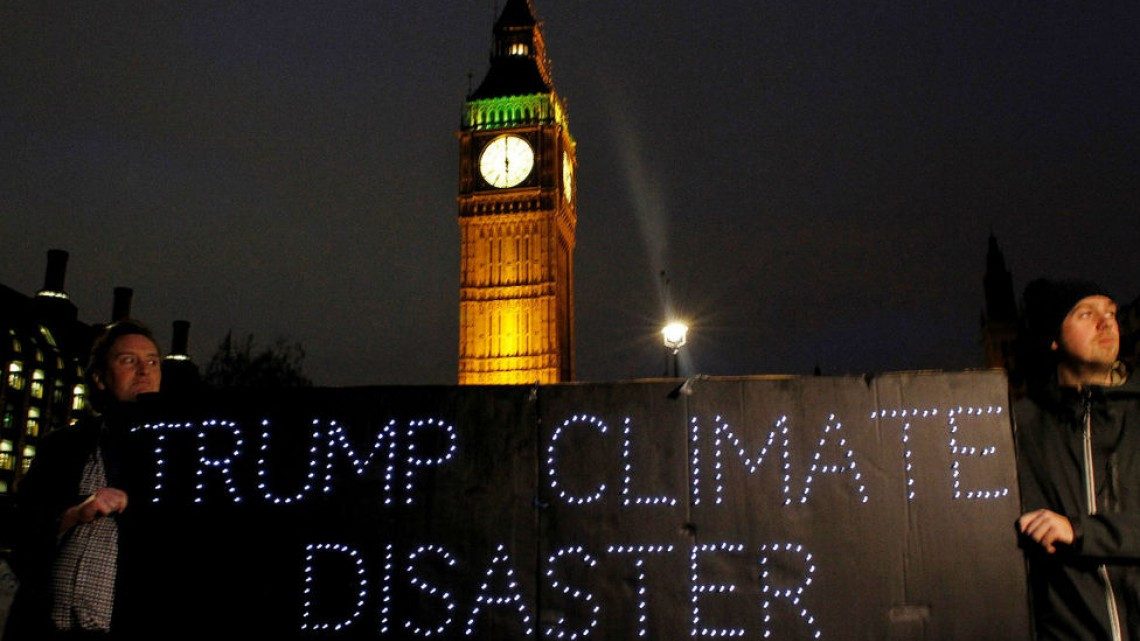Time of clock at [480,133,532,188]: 5:59
